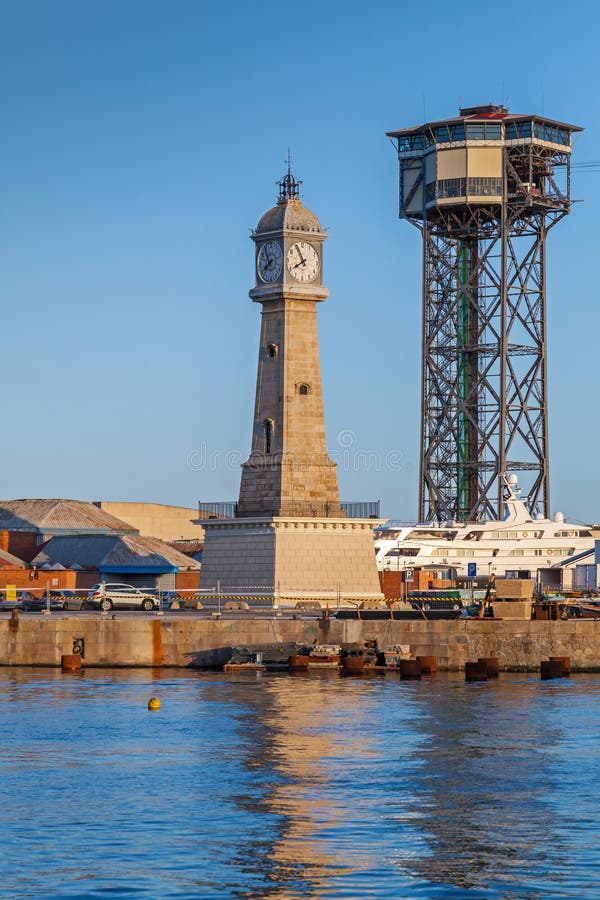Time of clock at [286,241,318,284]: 7:55
